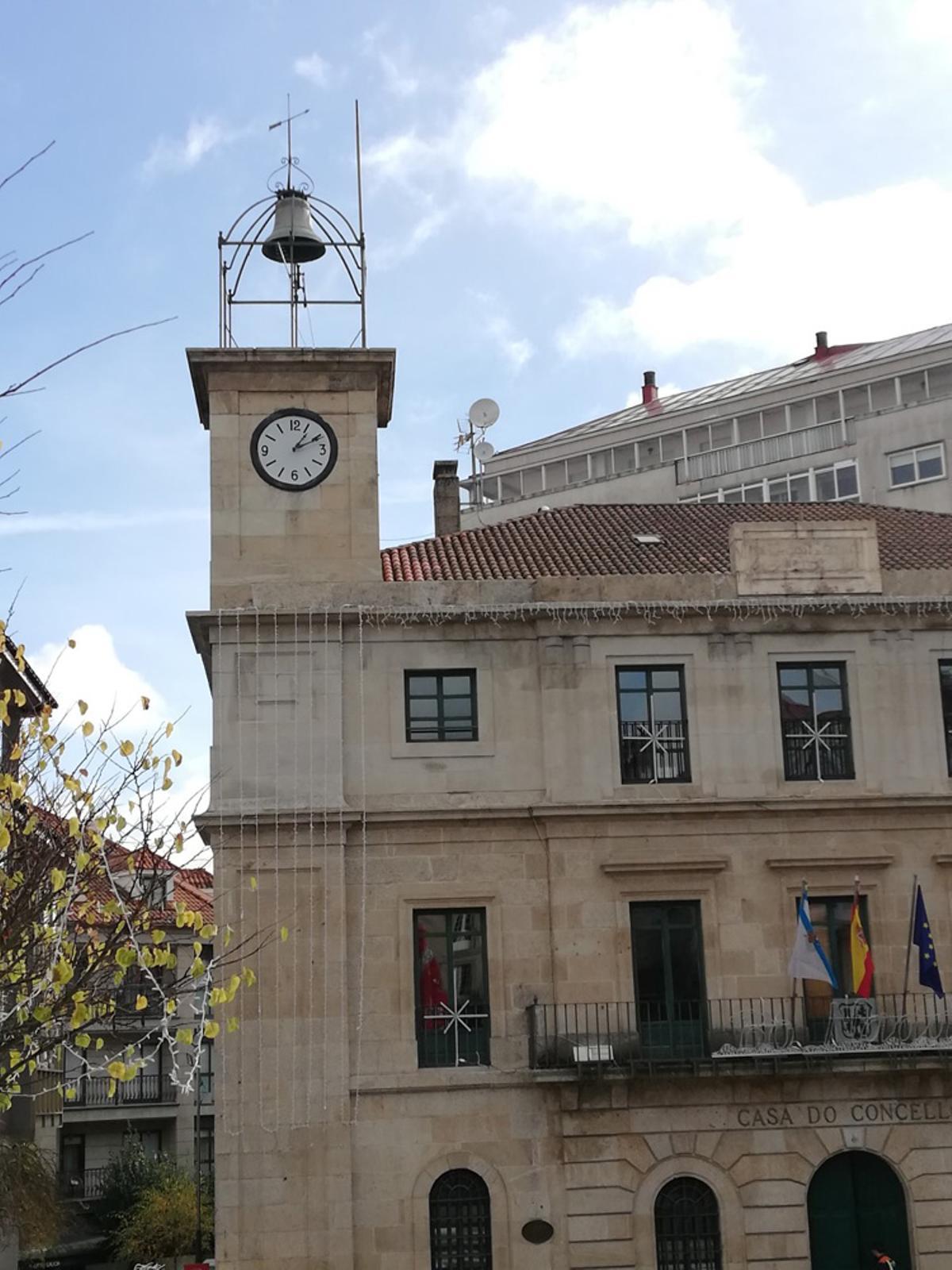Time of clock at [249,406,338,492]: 1:10
